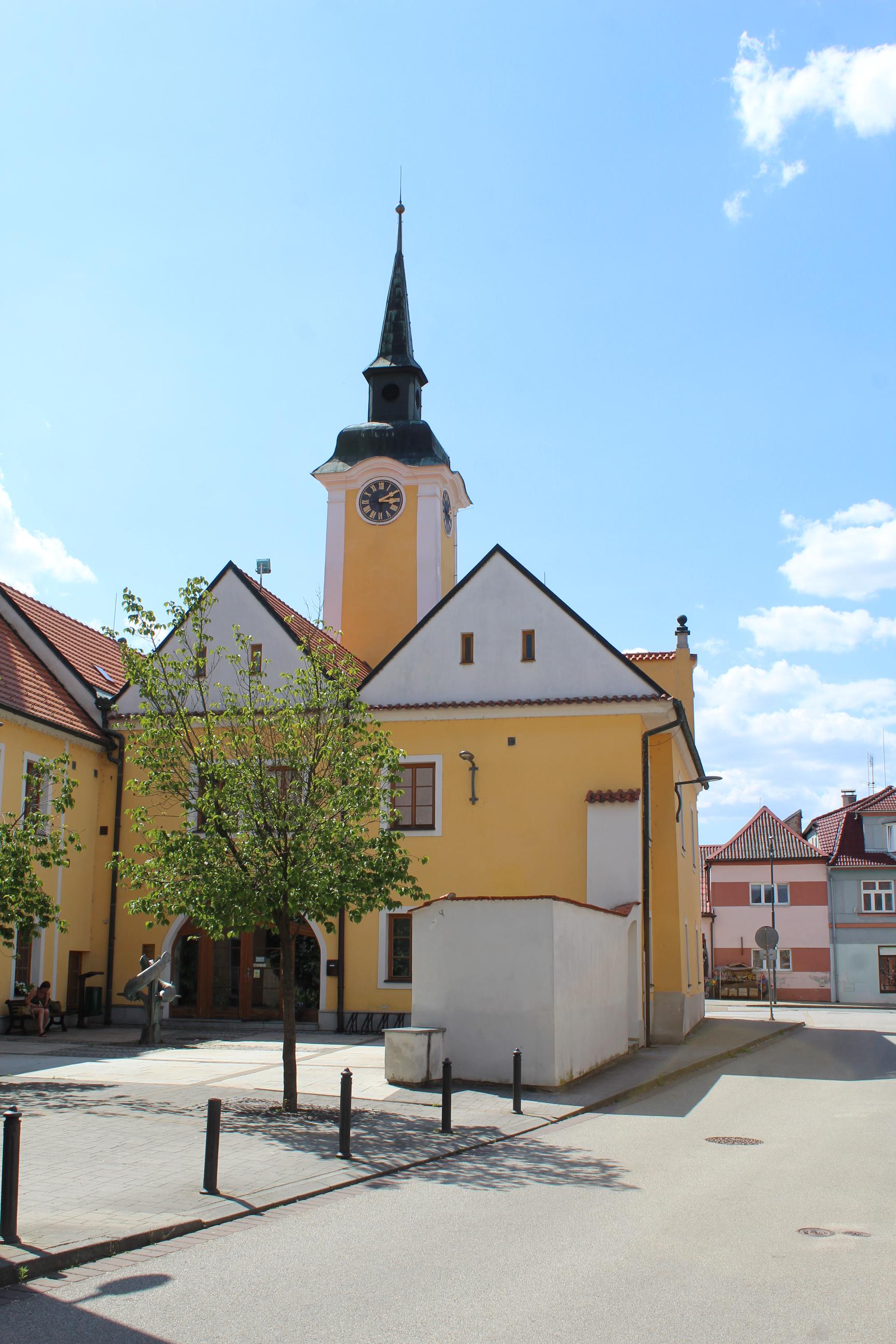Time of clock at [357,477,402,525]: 3:10
